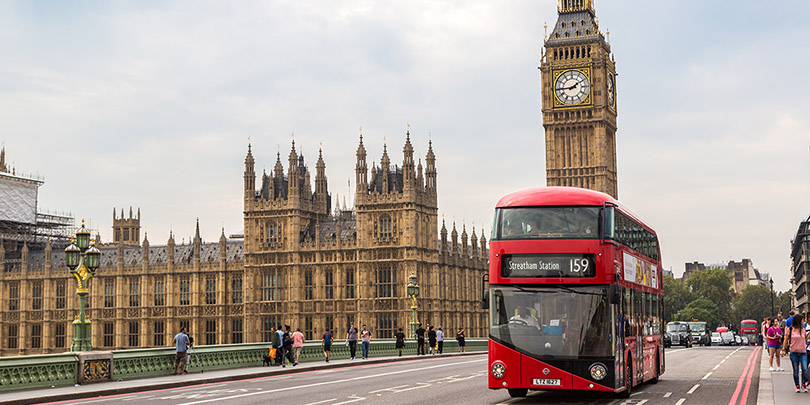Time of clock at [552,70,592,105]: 1:44
